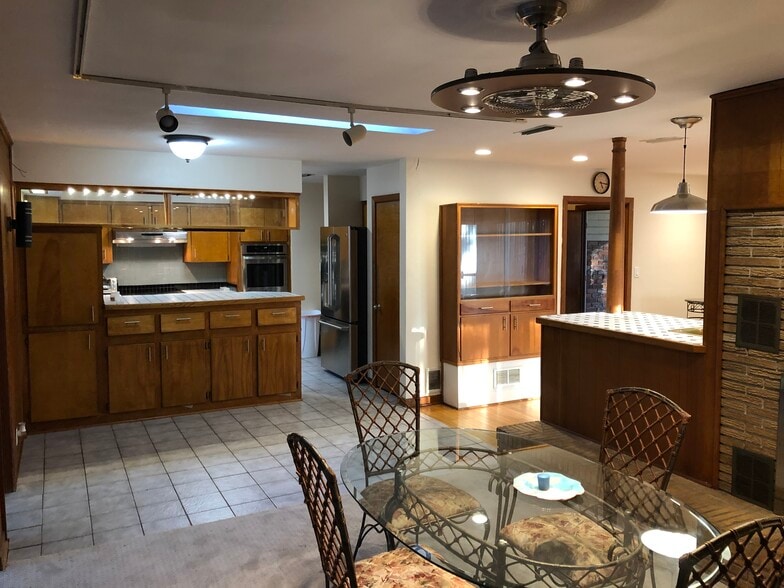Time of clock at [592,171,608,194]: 5:15
